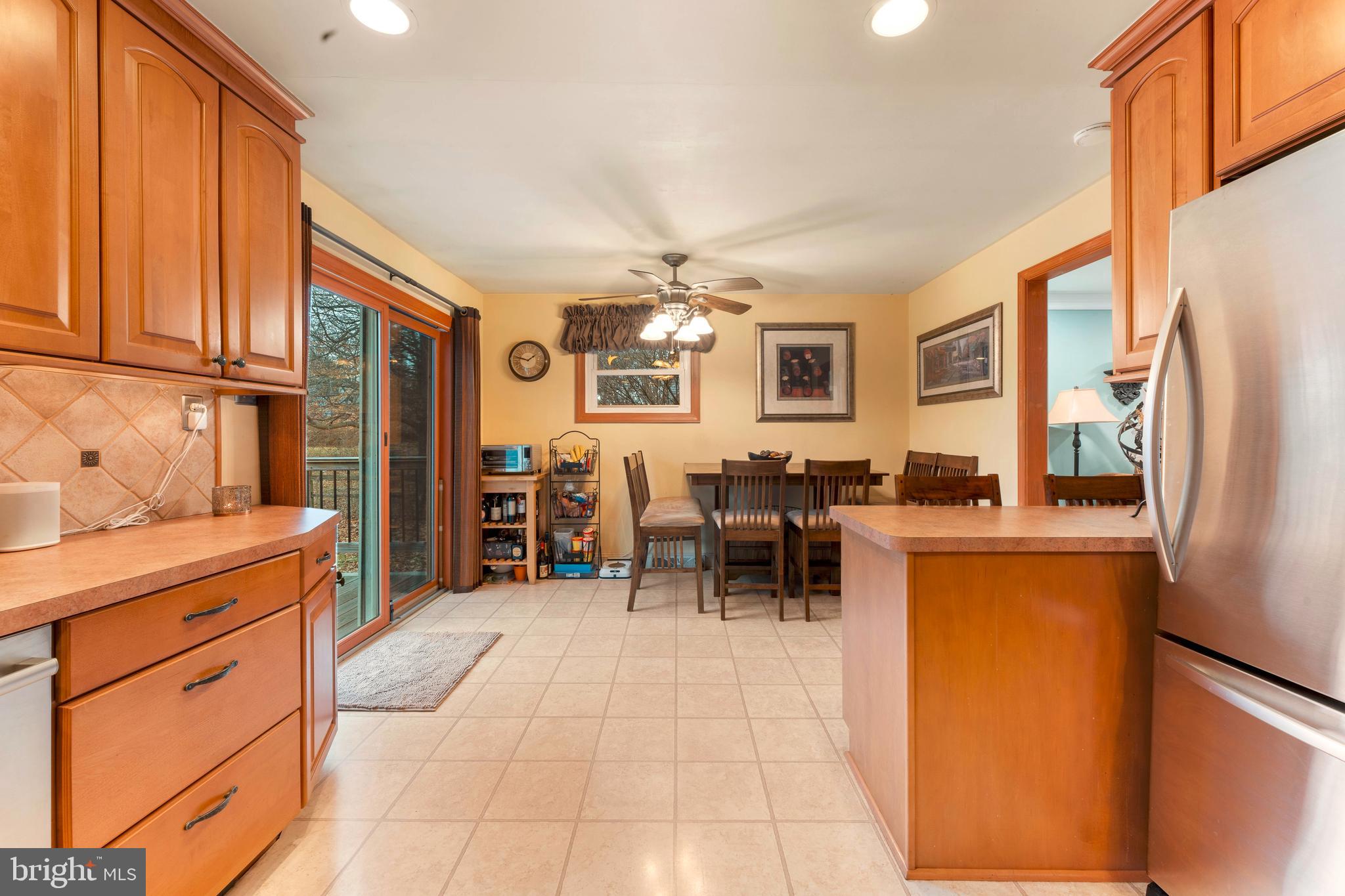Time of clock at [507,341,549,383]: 1:47
